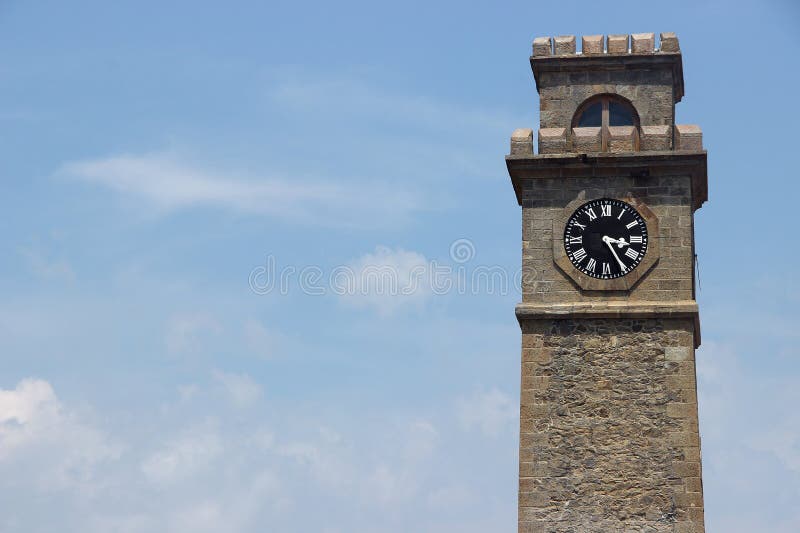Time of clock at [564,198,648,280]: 3:24
